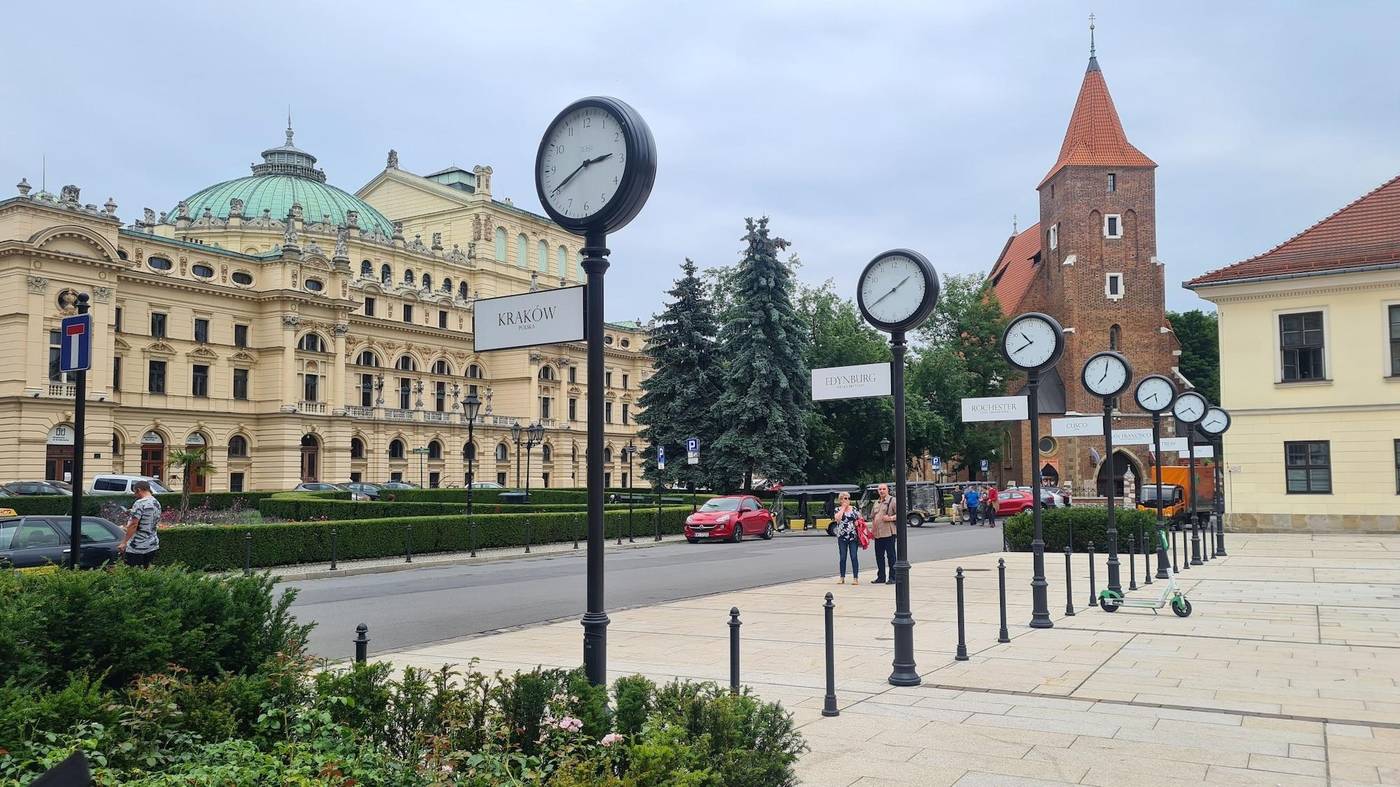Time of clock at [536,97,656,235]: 2:40
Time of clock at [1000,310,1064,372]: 10:40
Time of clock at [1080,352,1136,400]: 7:01
